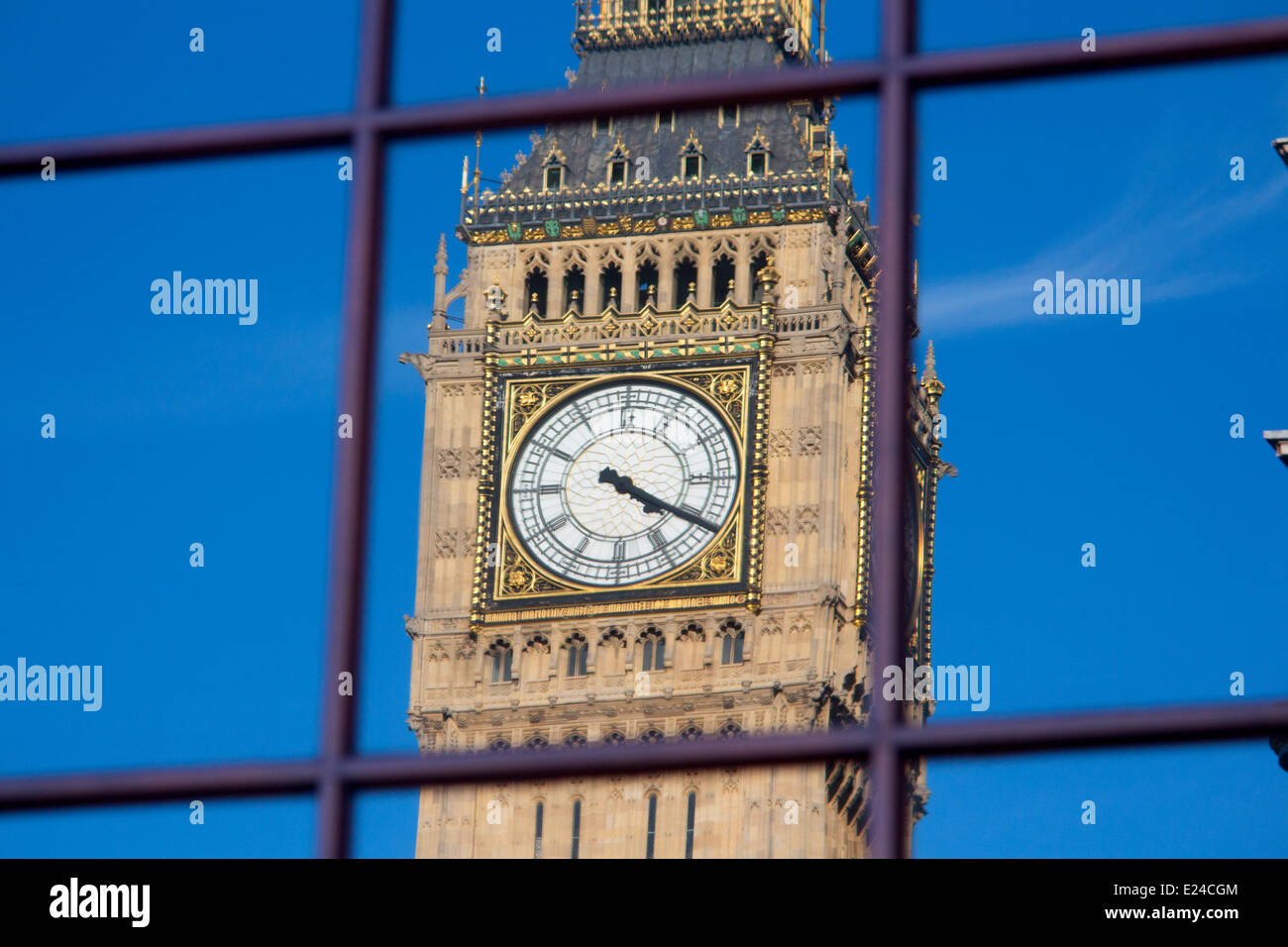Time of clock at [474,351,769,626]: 4:20
